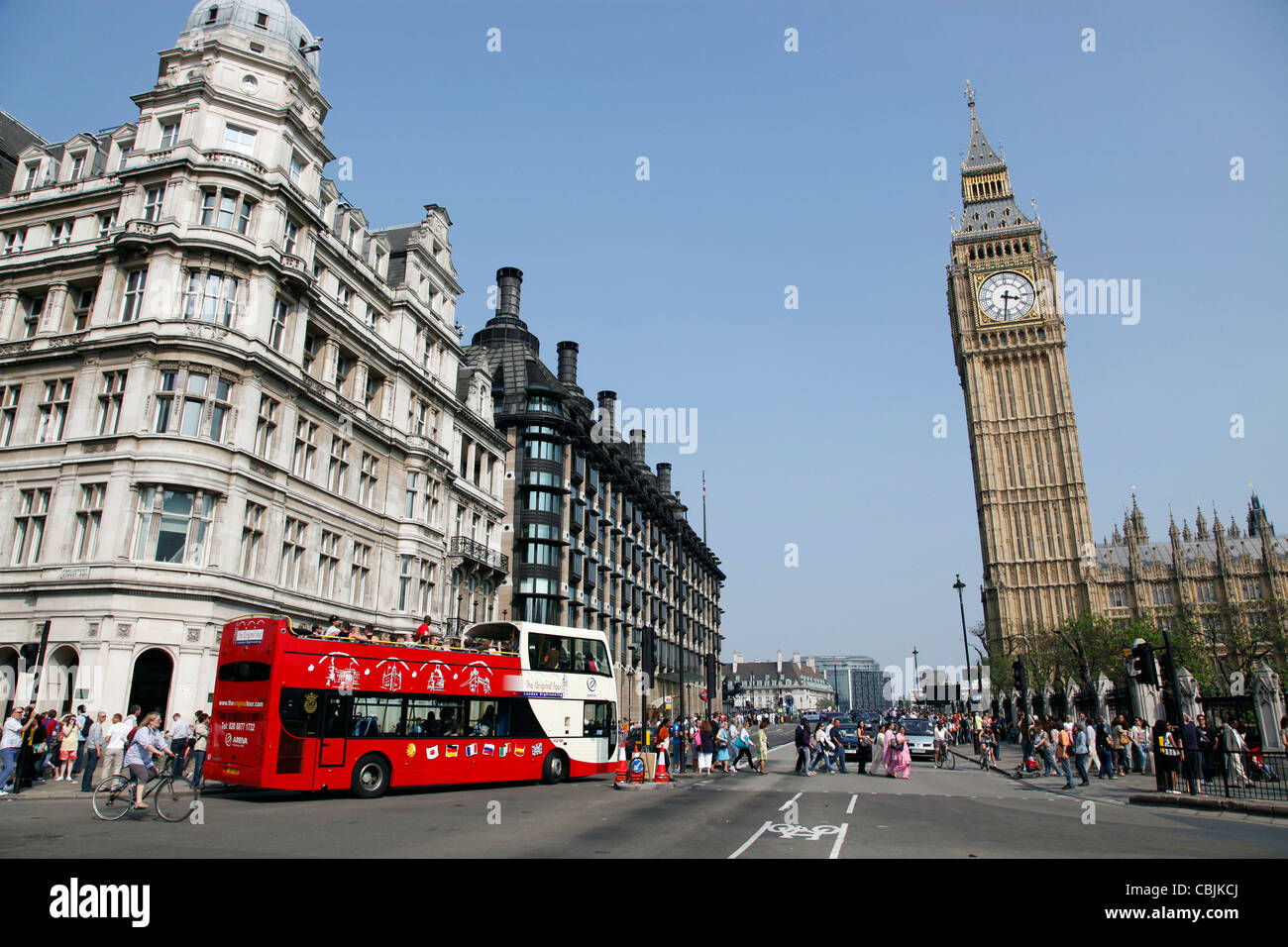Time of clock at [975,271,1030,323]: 3:31
